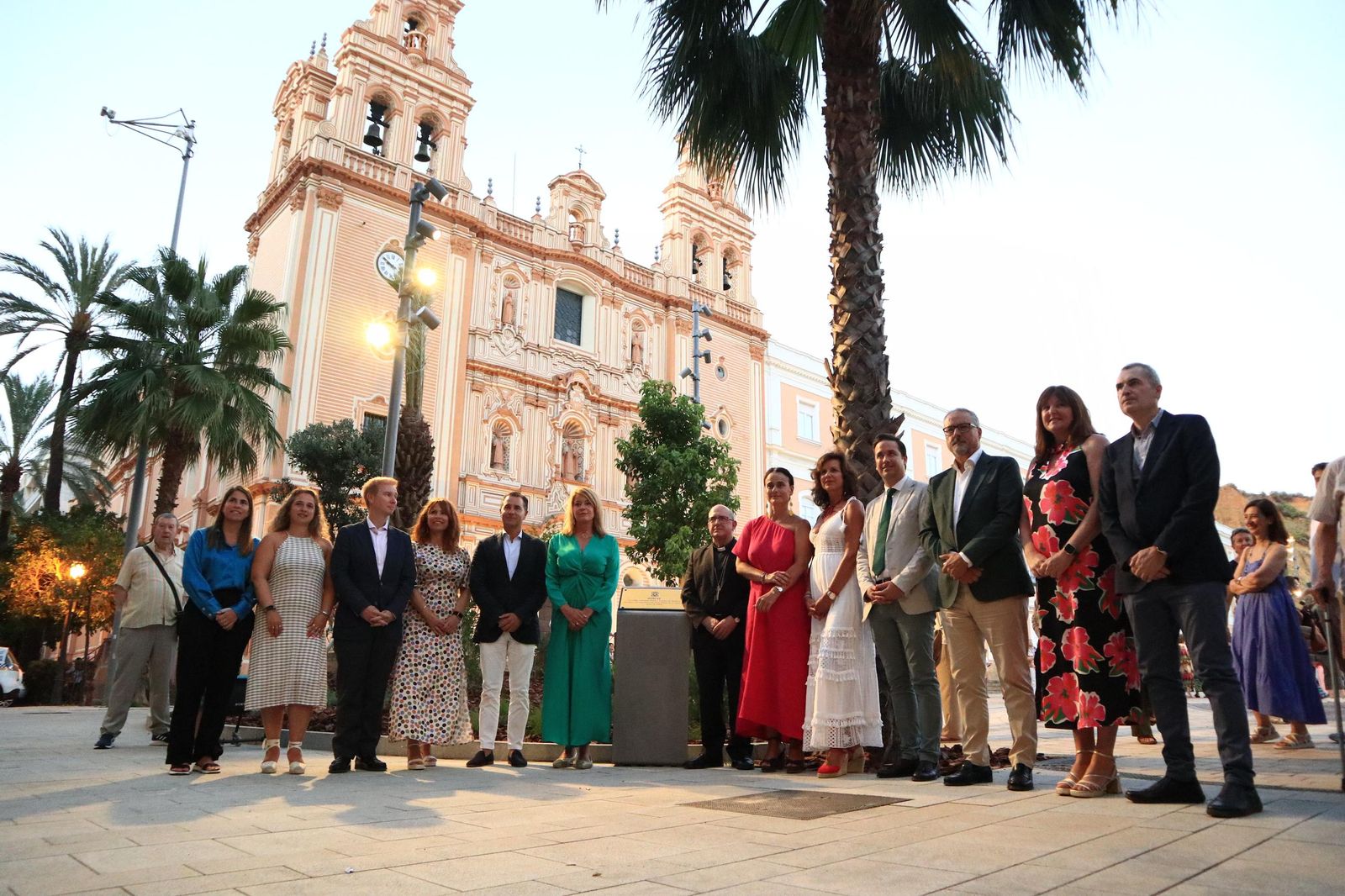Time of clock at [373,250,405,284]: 9:50
